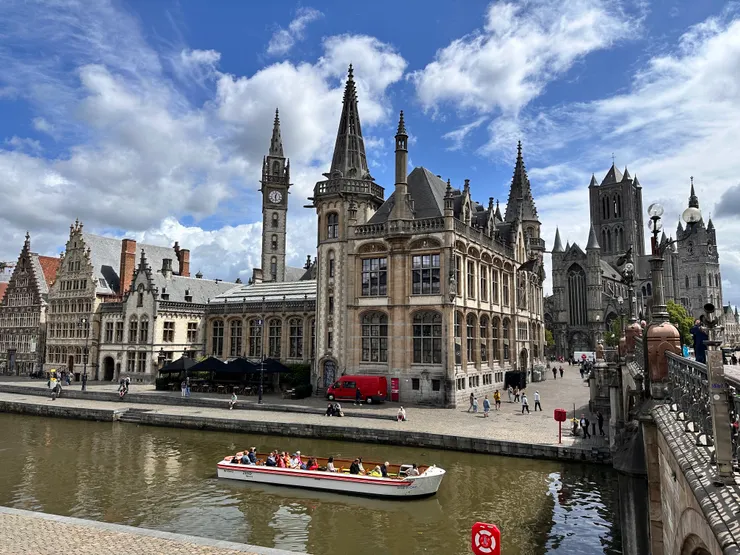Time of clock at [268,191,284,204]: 12:28
